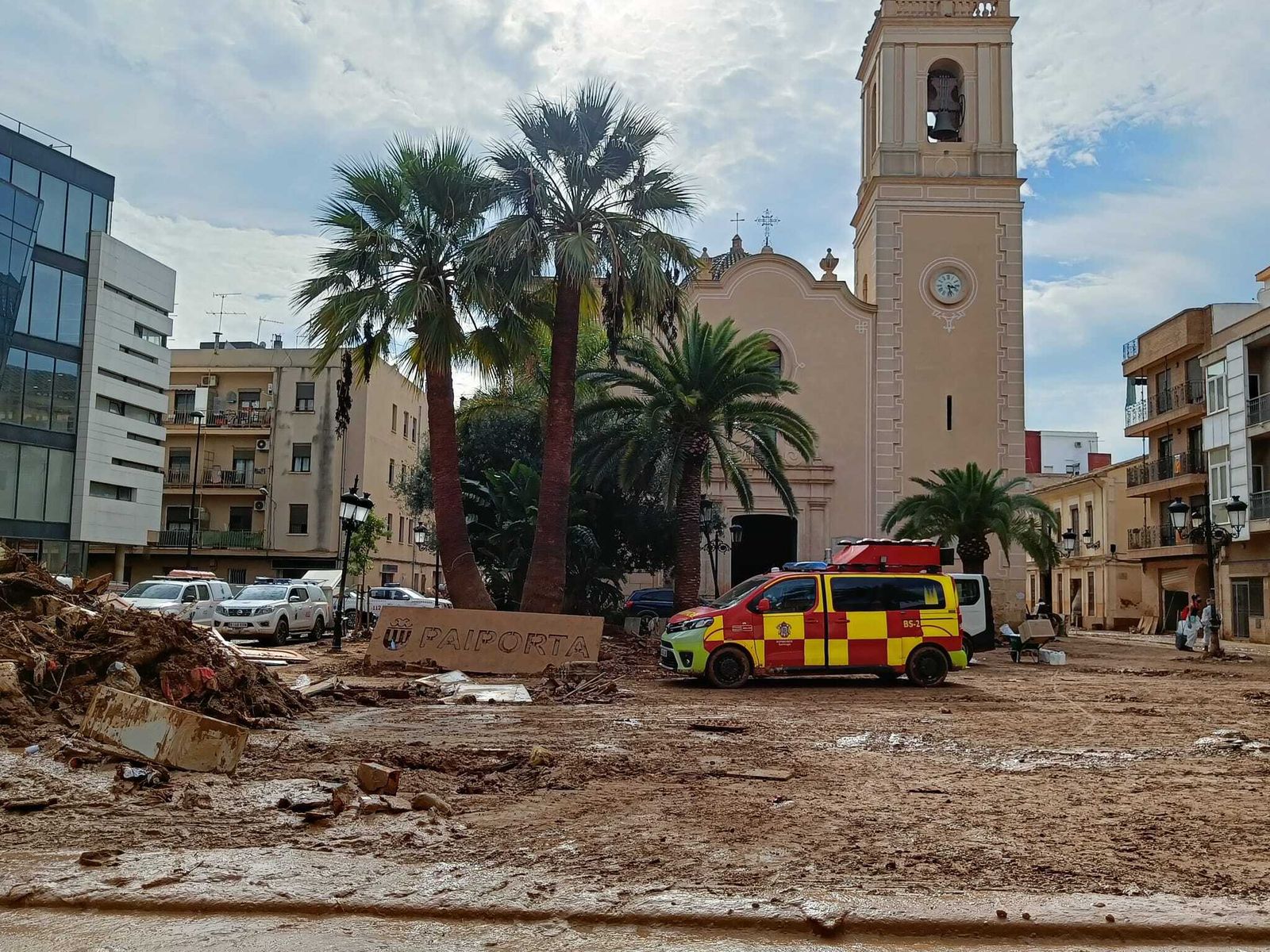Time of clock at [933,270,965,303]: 3:27
